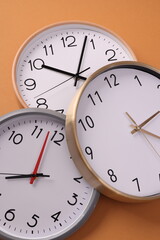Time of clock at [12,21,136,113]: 10:03
